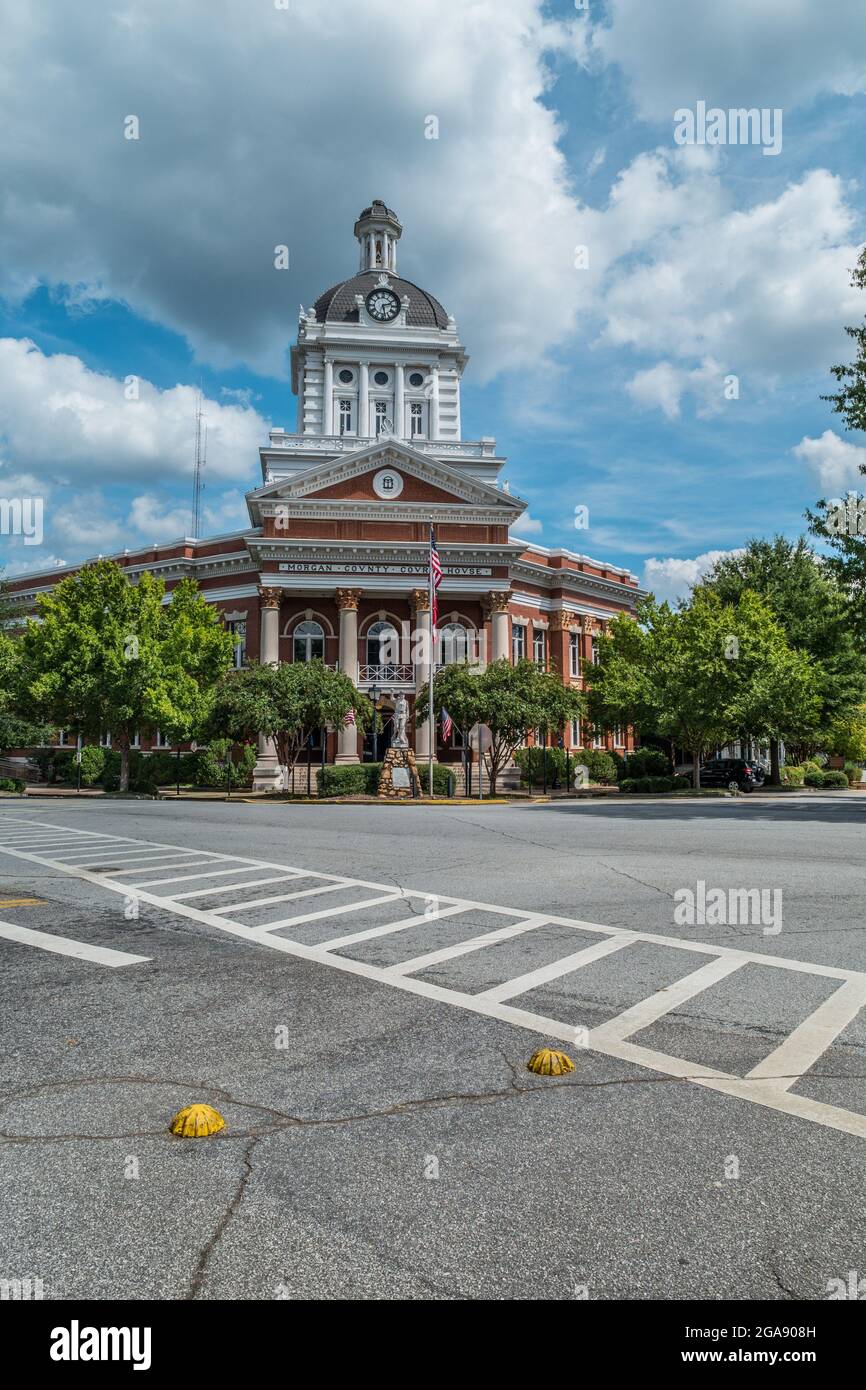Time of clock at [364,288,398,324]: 2:28
